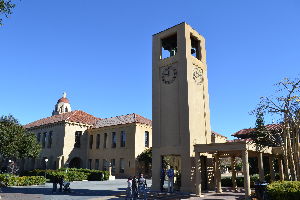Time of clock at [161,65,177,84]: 11:46
